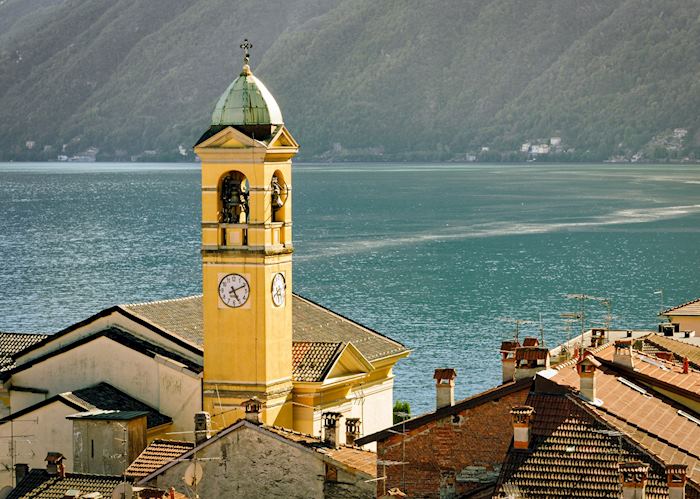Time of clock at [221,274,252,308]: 5:11
